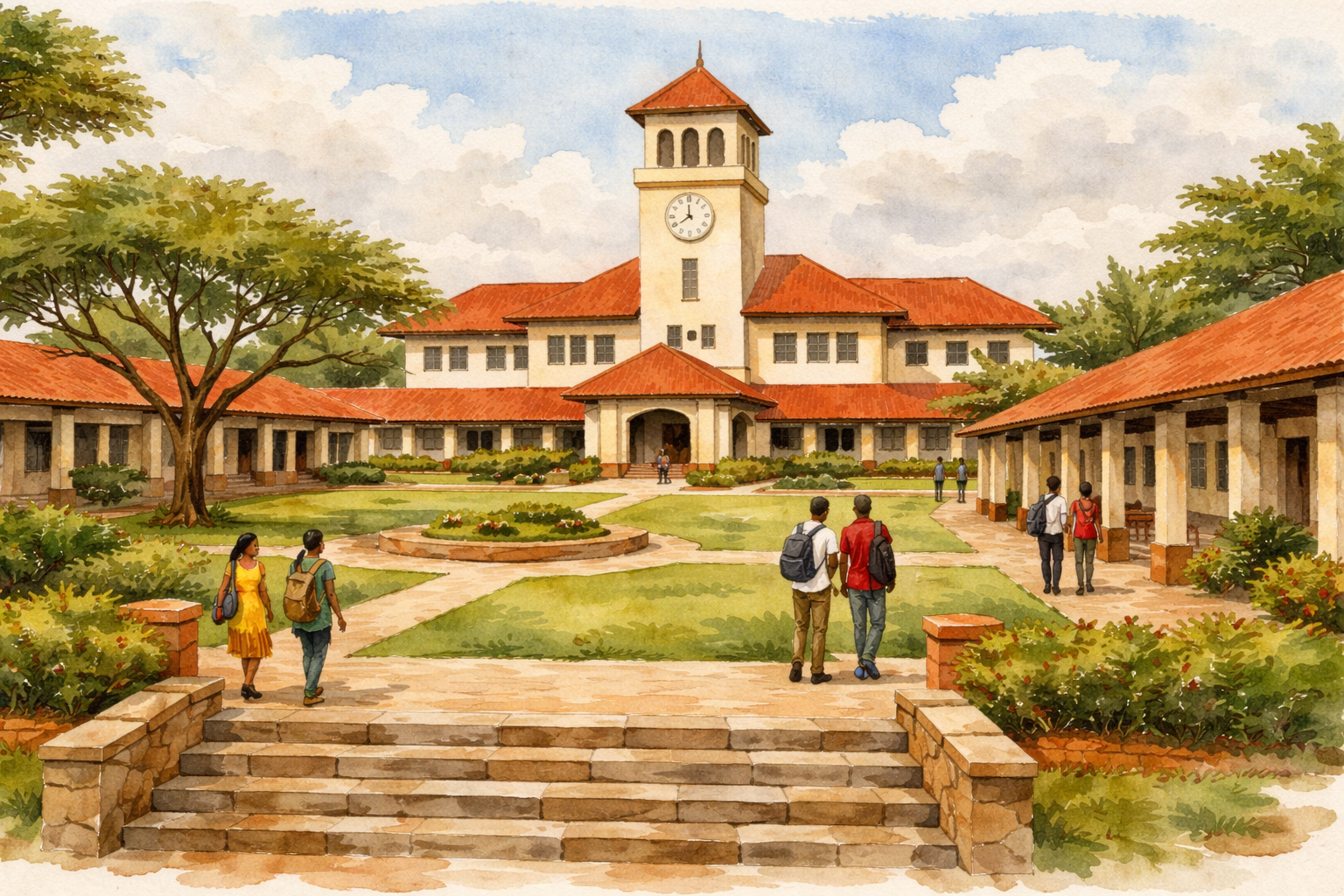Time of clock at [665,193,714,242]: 7:59
